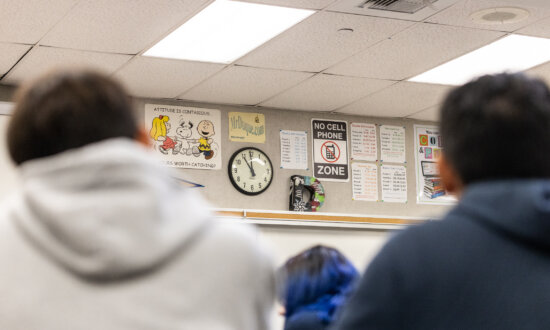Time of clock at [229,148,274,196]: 10:59
